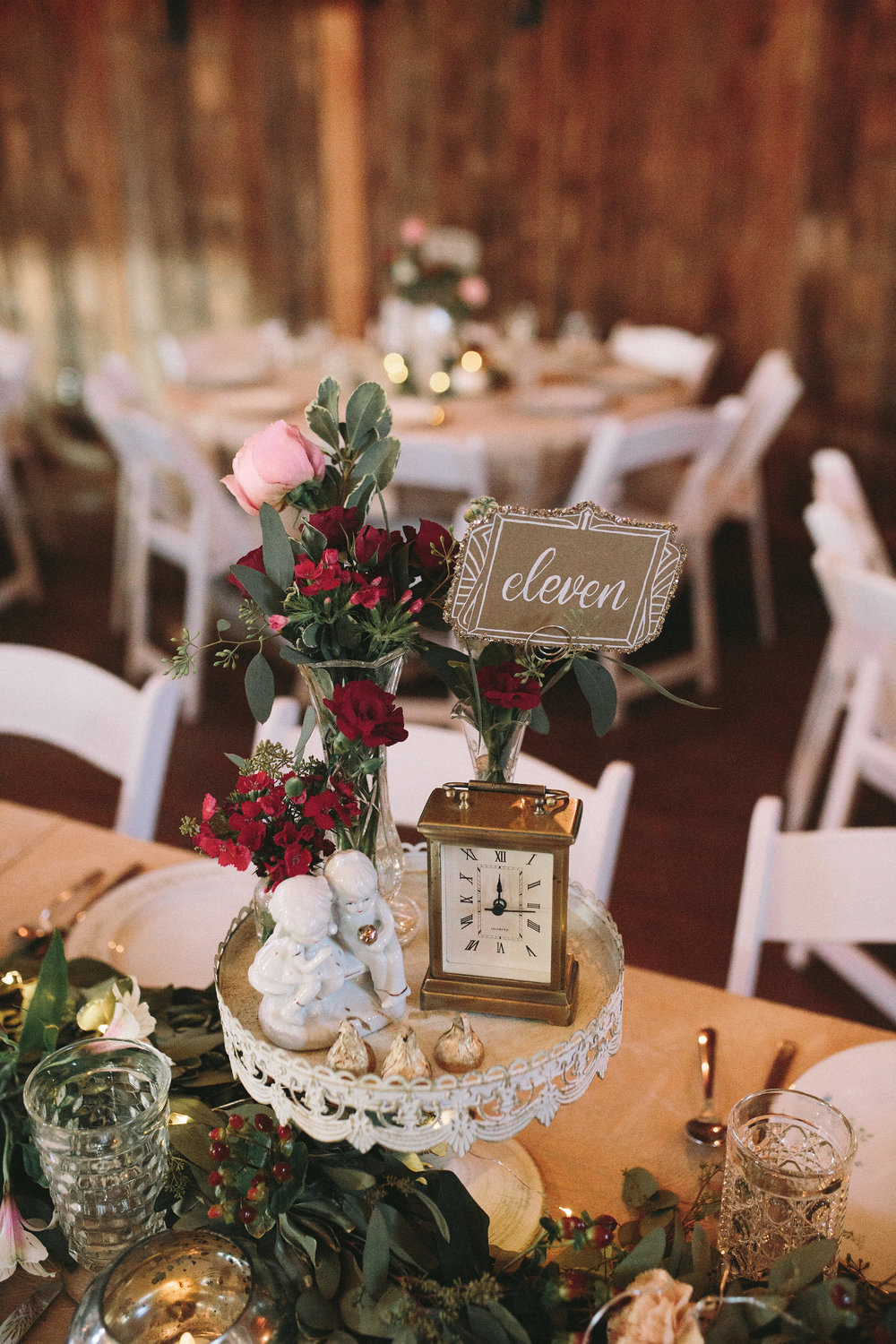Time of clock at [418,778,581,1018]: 12:14
